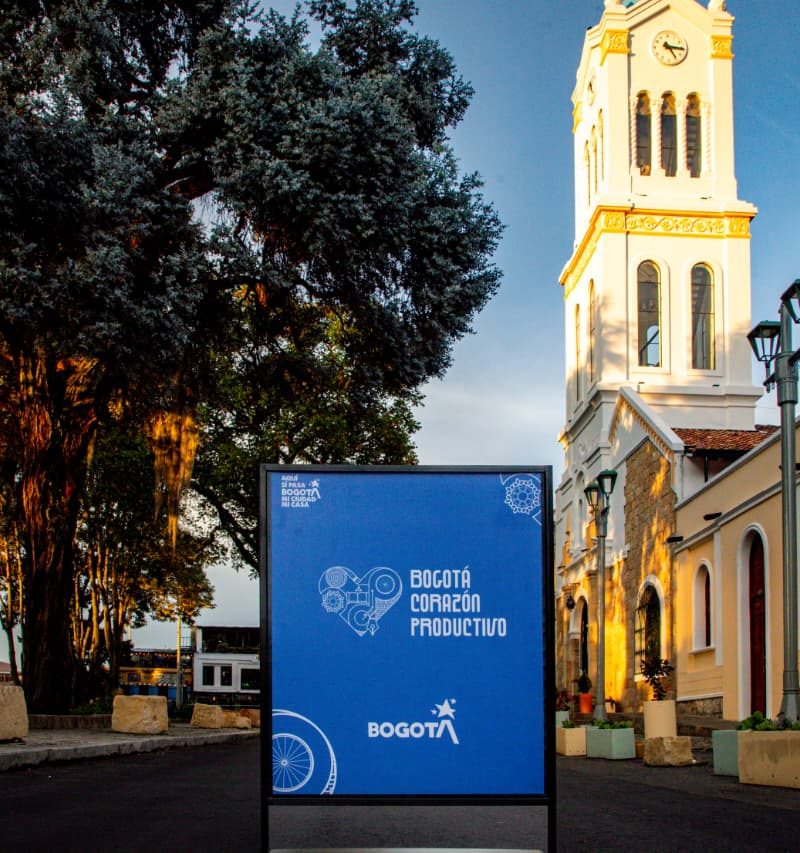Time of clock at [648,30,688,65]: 3:24
